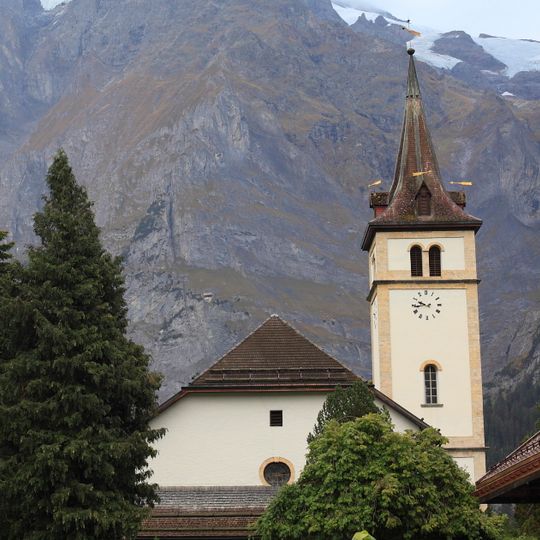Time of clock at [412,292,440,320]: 9:43
